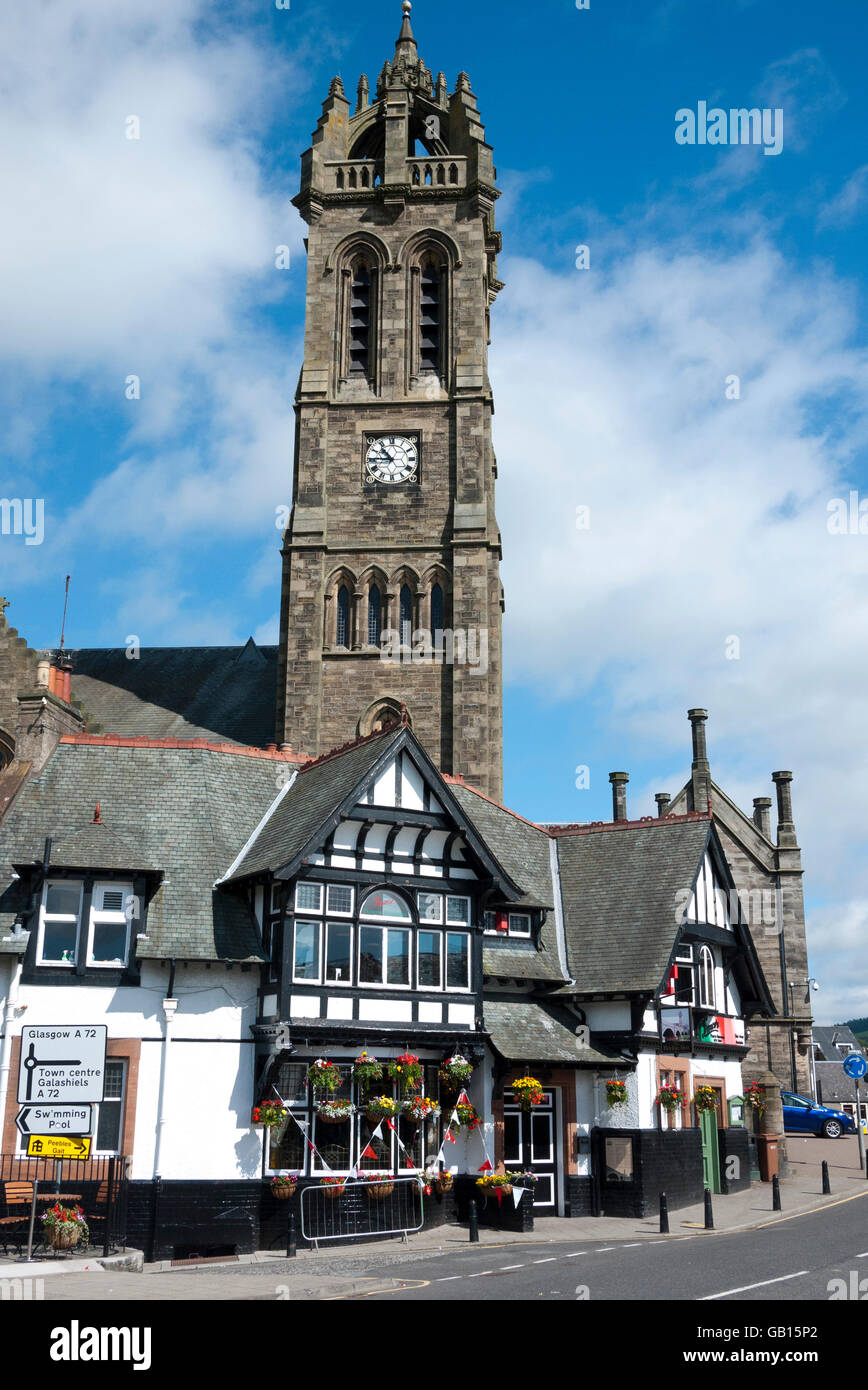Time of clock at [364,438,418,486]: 10:45
